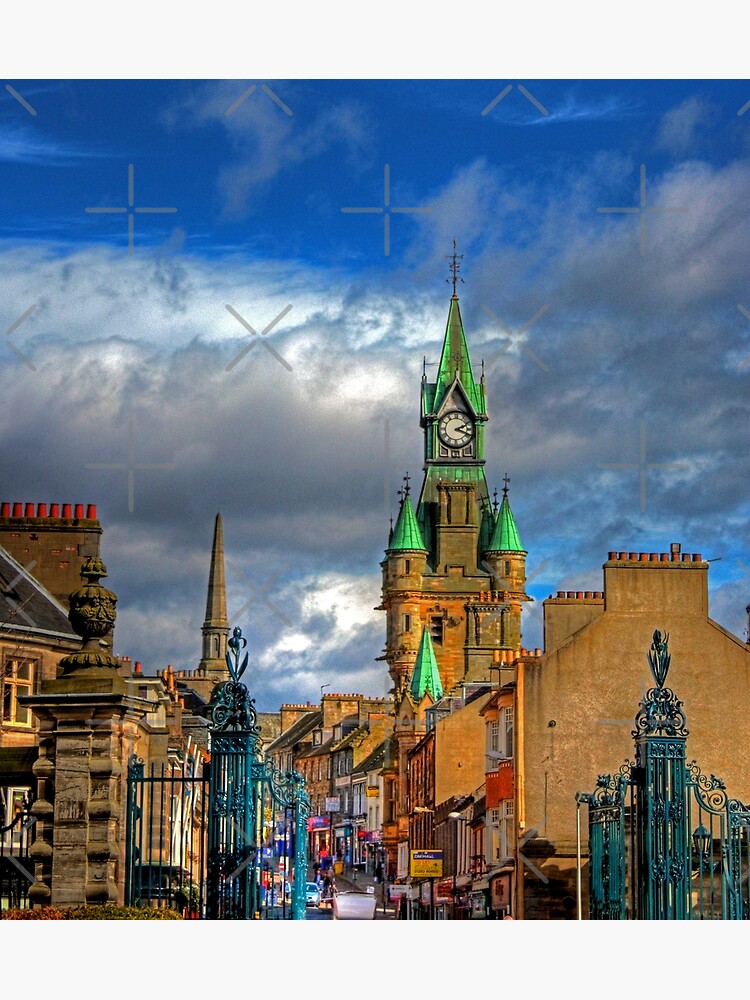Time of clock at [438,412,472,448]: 2:18
